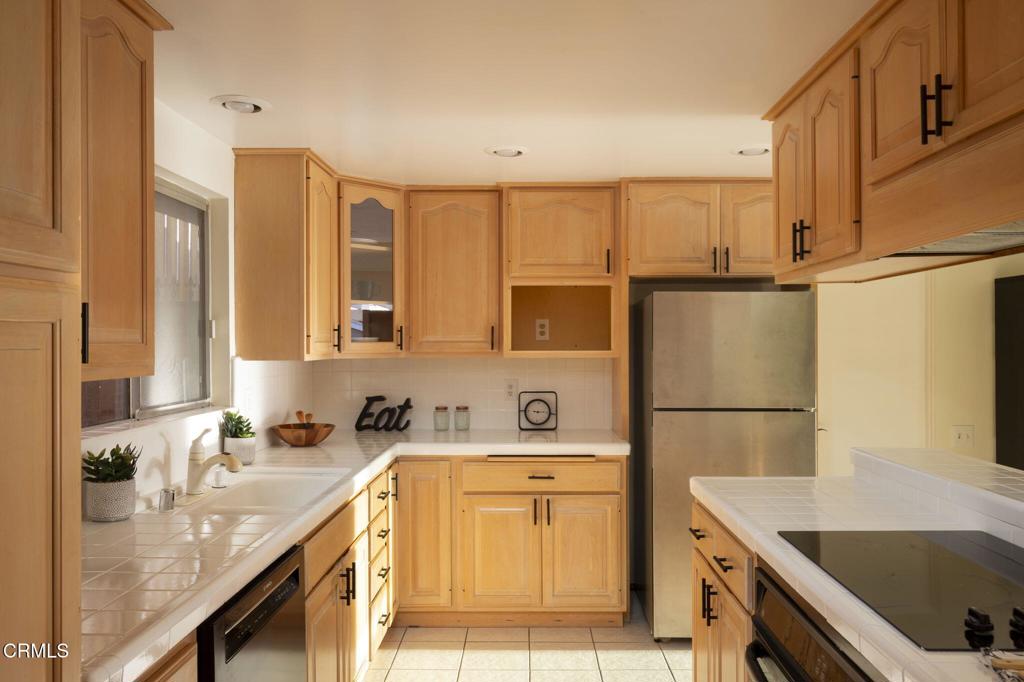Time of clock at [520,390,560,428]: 9:14
